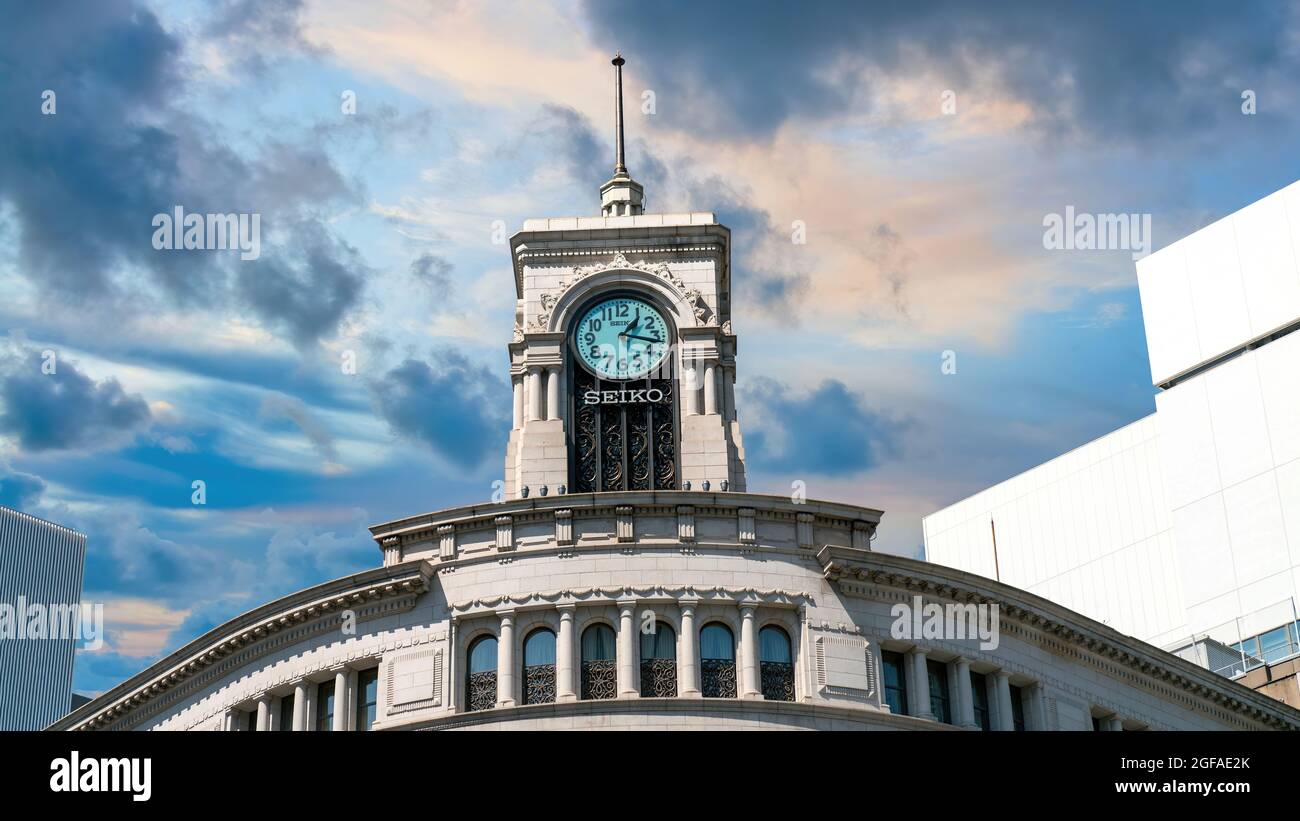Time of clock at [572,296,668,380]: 1:16
